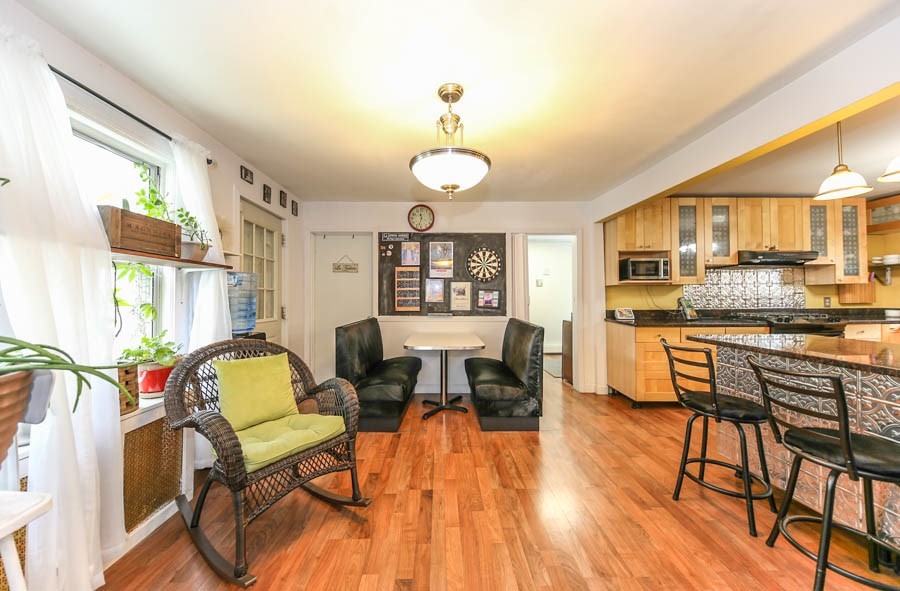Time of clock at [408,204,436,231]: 11:32
